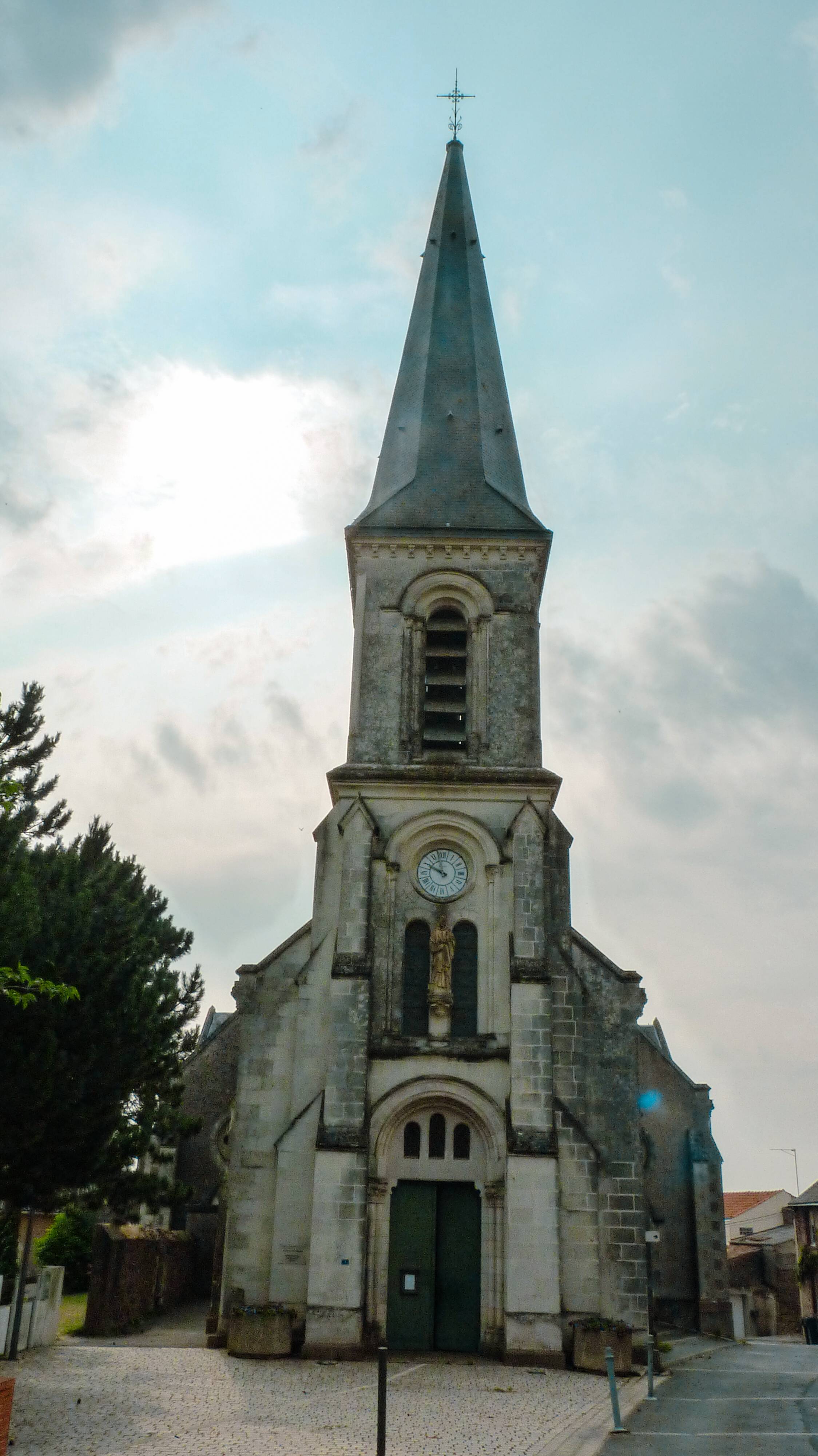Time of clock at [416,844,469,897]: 9:57
